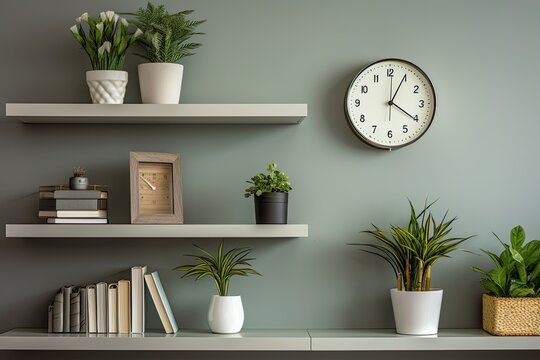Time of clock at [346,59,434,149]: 4:04
